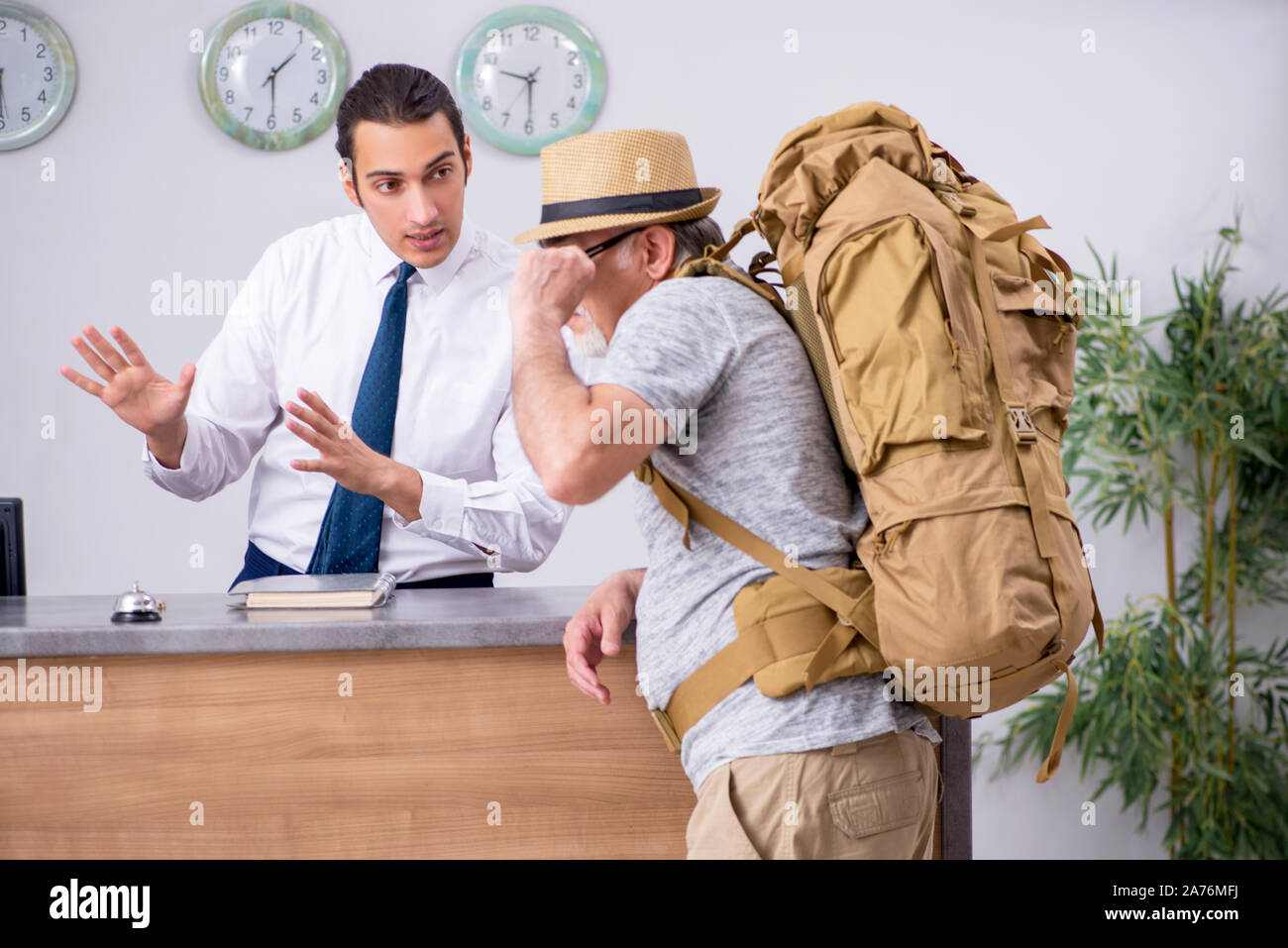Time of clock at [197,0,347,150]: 1:29
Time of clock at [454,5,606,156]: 9:29
